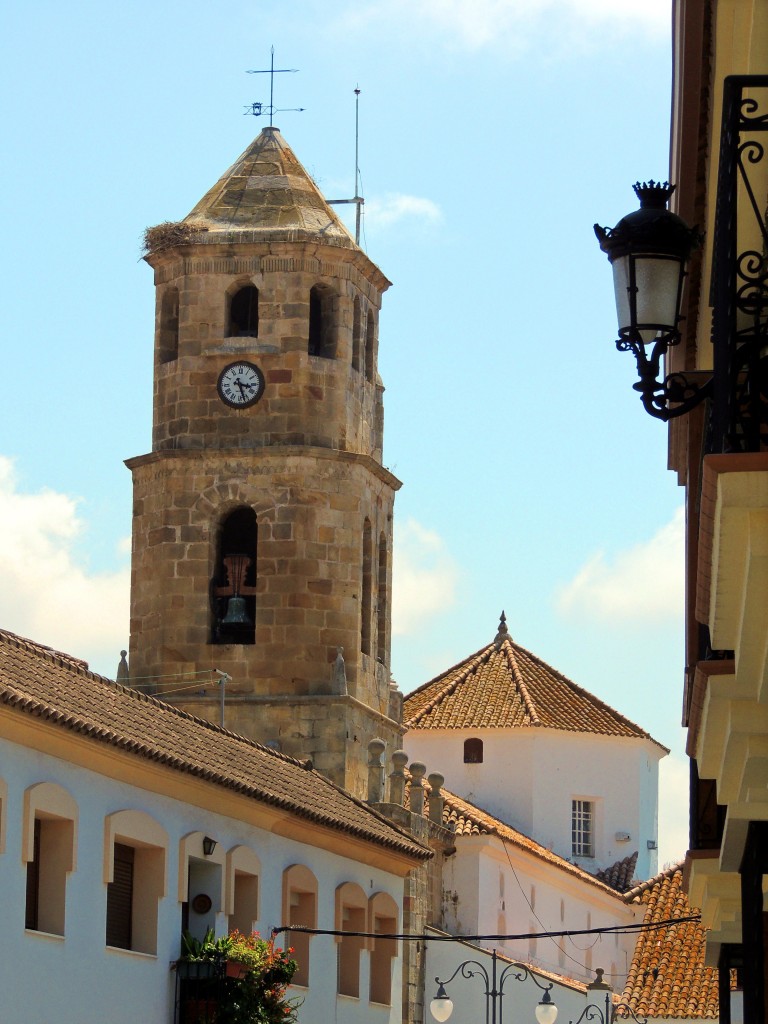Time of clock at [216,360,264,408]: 3:26
